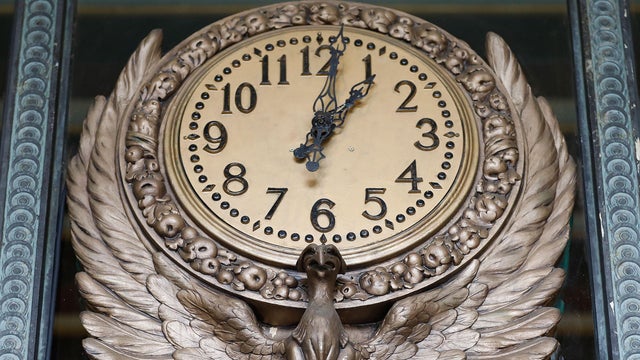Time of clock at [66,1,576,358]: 1:01
